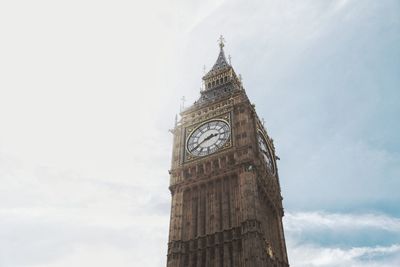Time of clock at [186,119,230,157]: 2:40
